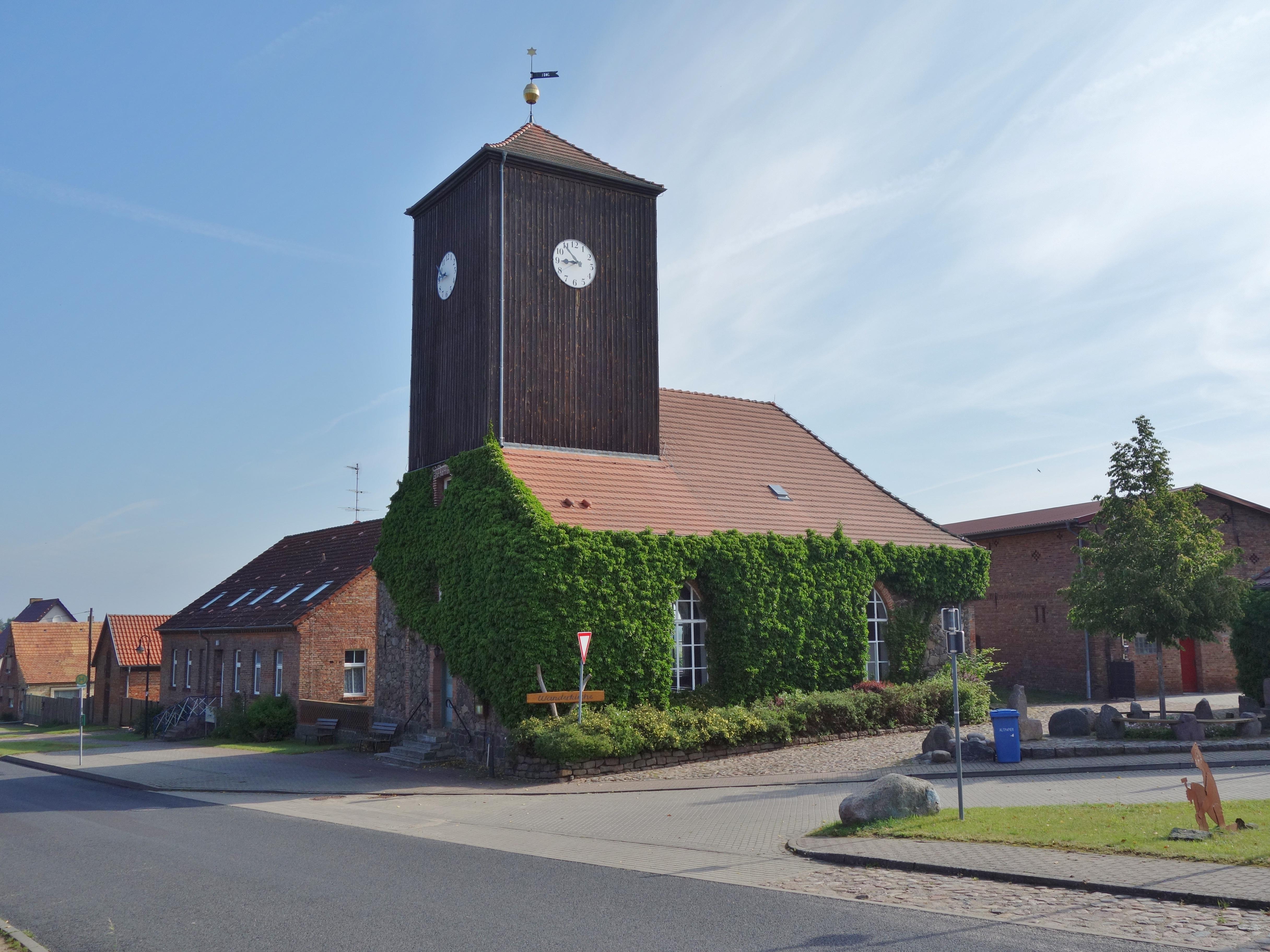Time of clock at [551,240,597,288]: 8:53
